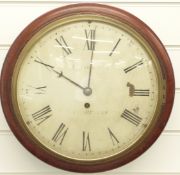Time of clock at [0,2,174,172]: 10:00
